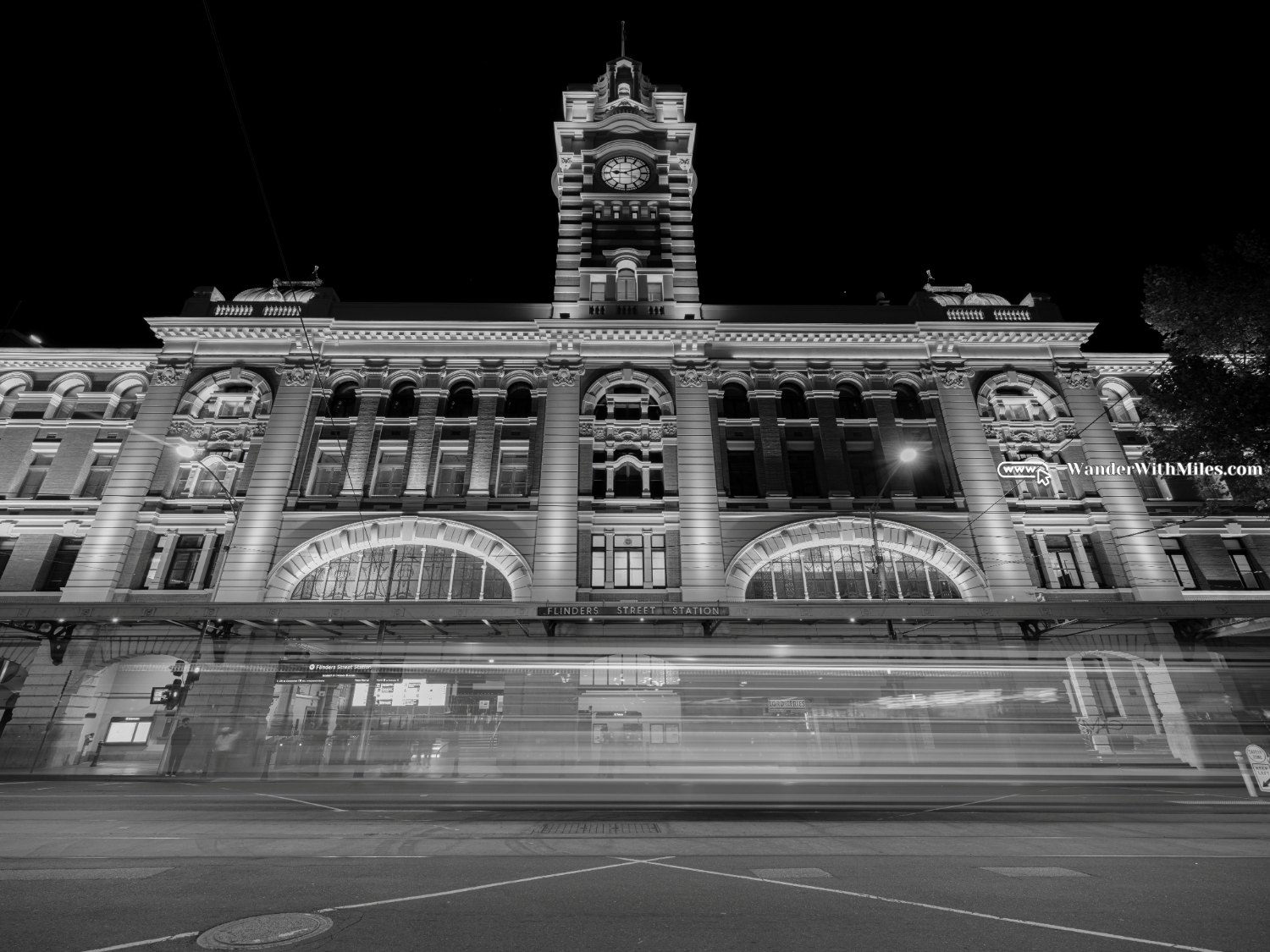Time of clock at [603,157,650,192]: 9:10
